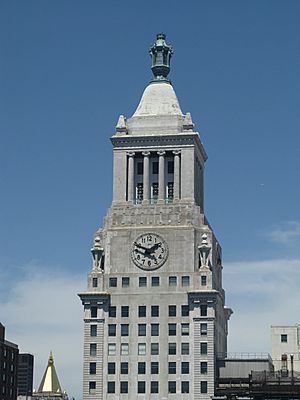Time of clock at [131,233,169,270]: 1:48
